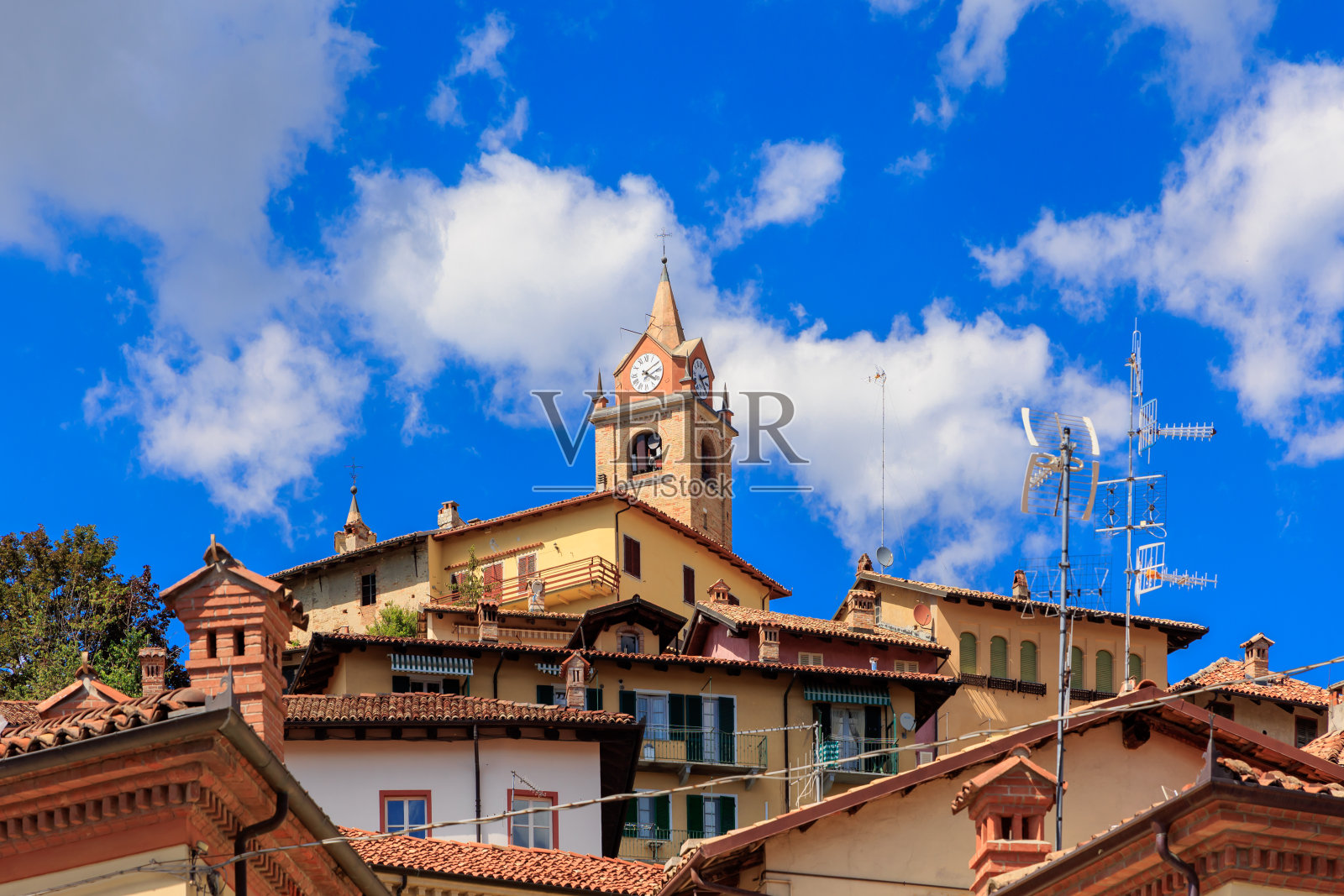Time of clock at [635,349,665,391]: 4:09
